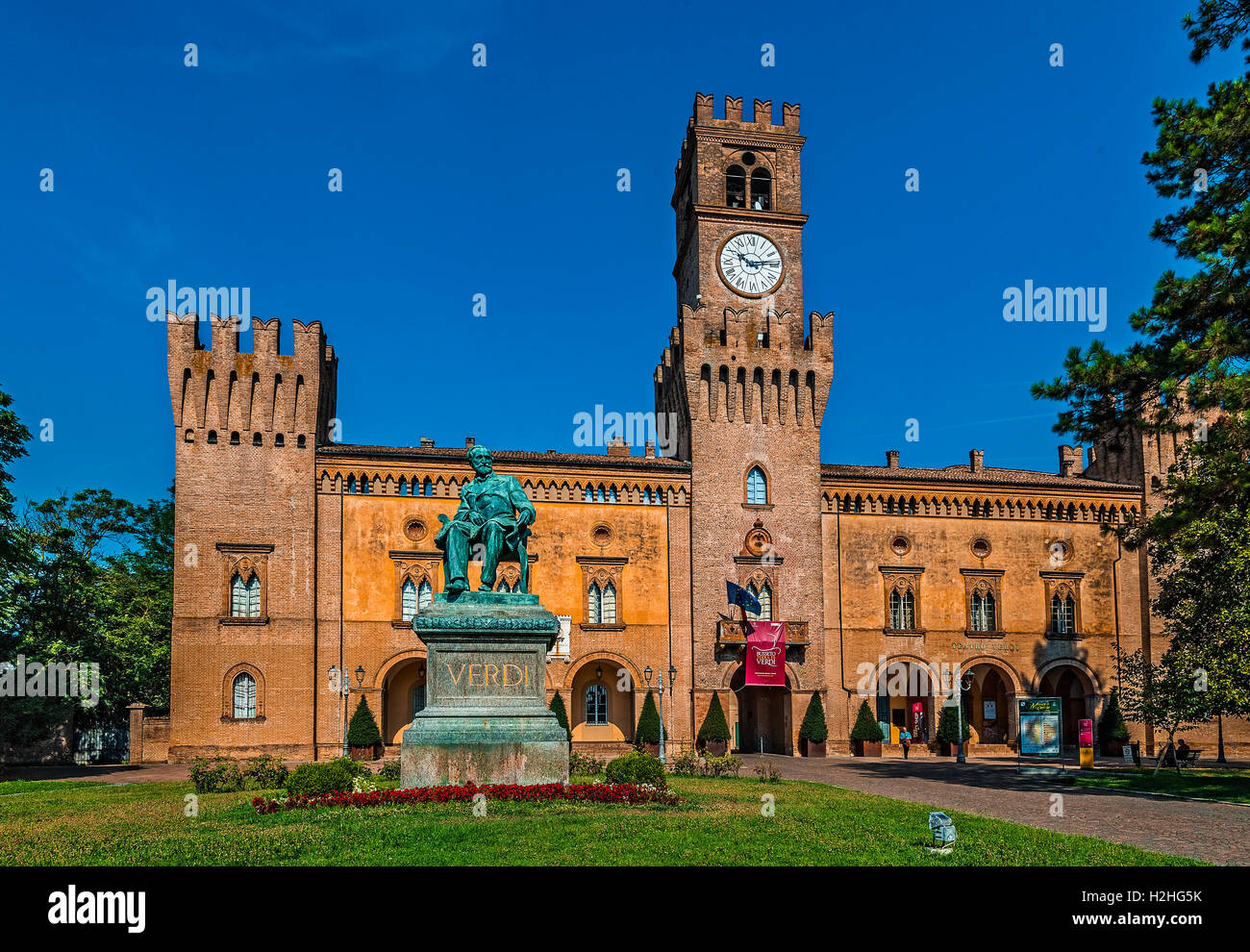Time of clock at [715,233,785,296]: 10:13
